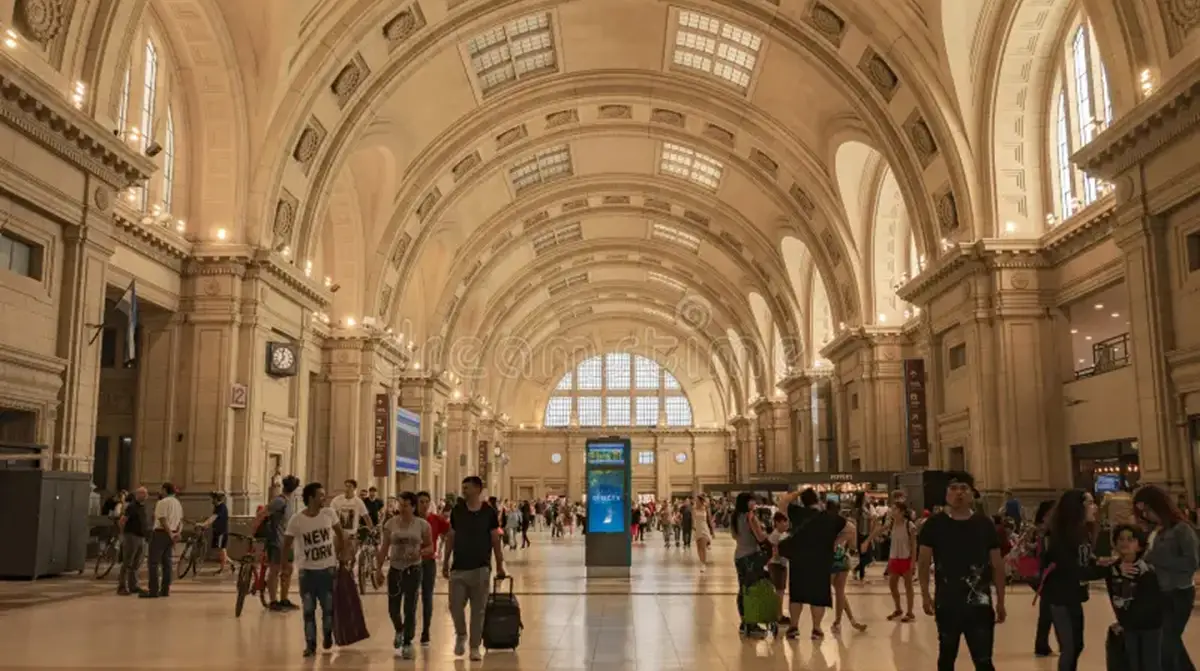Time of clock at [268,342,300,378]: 11:36
